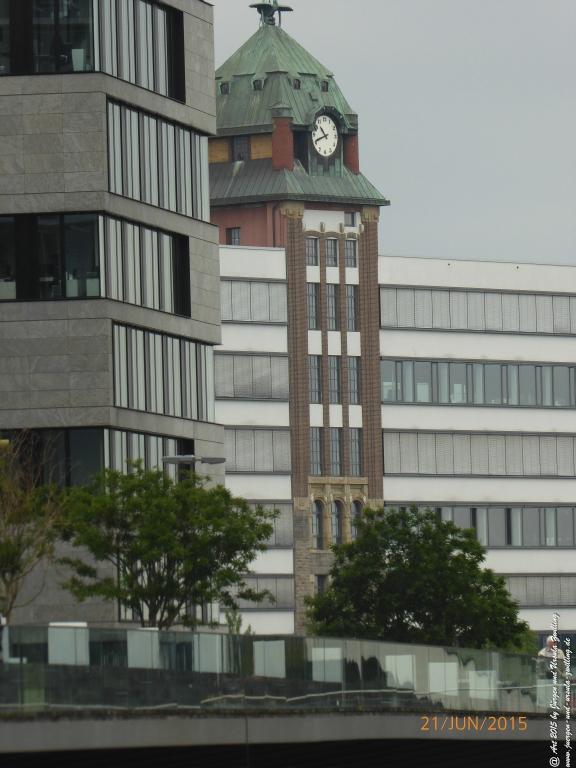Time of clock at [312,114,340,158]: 10:41
